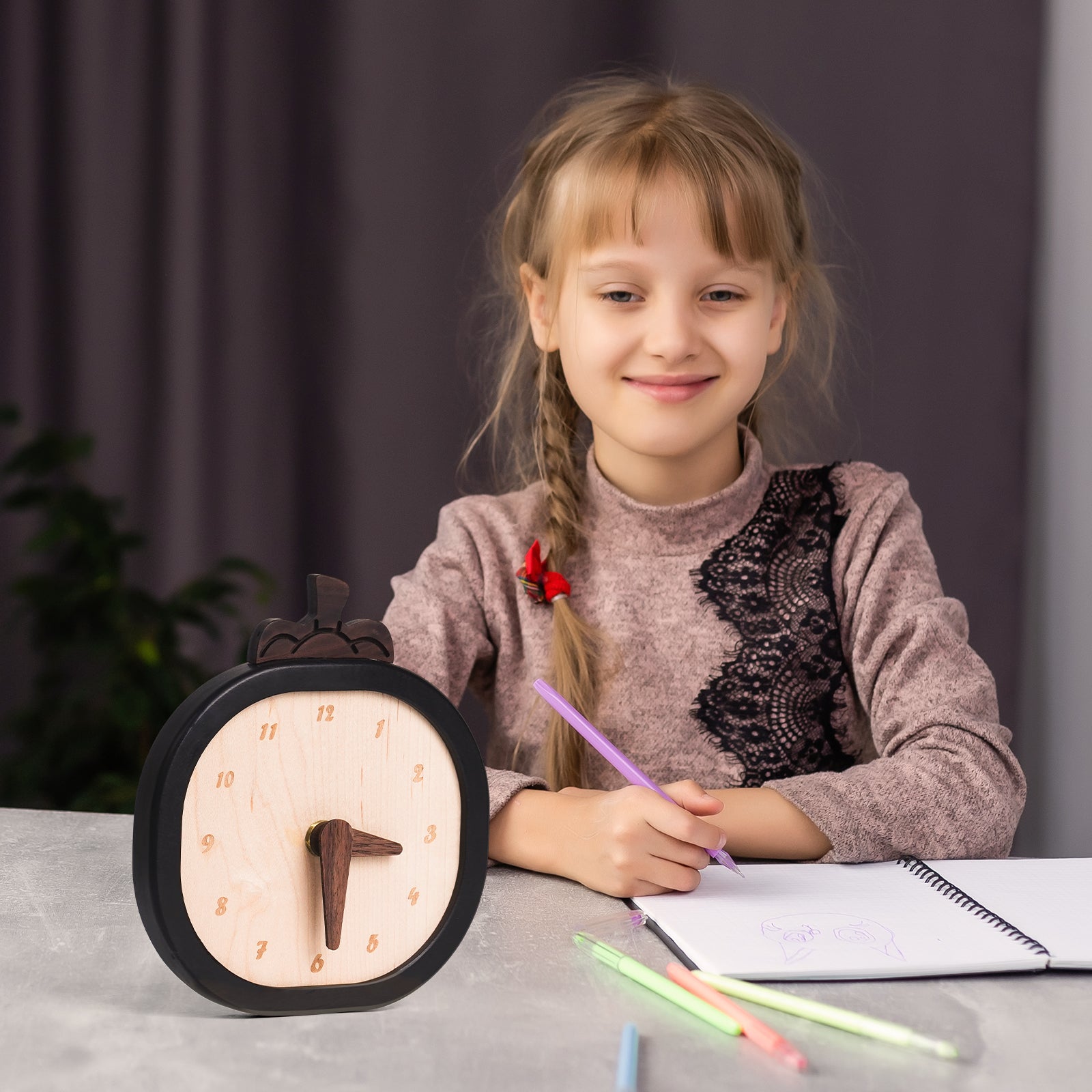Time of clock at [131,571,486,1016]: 3:29
